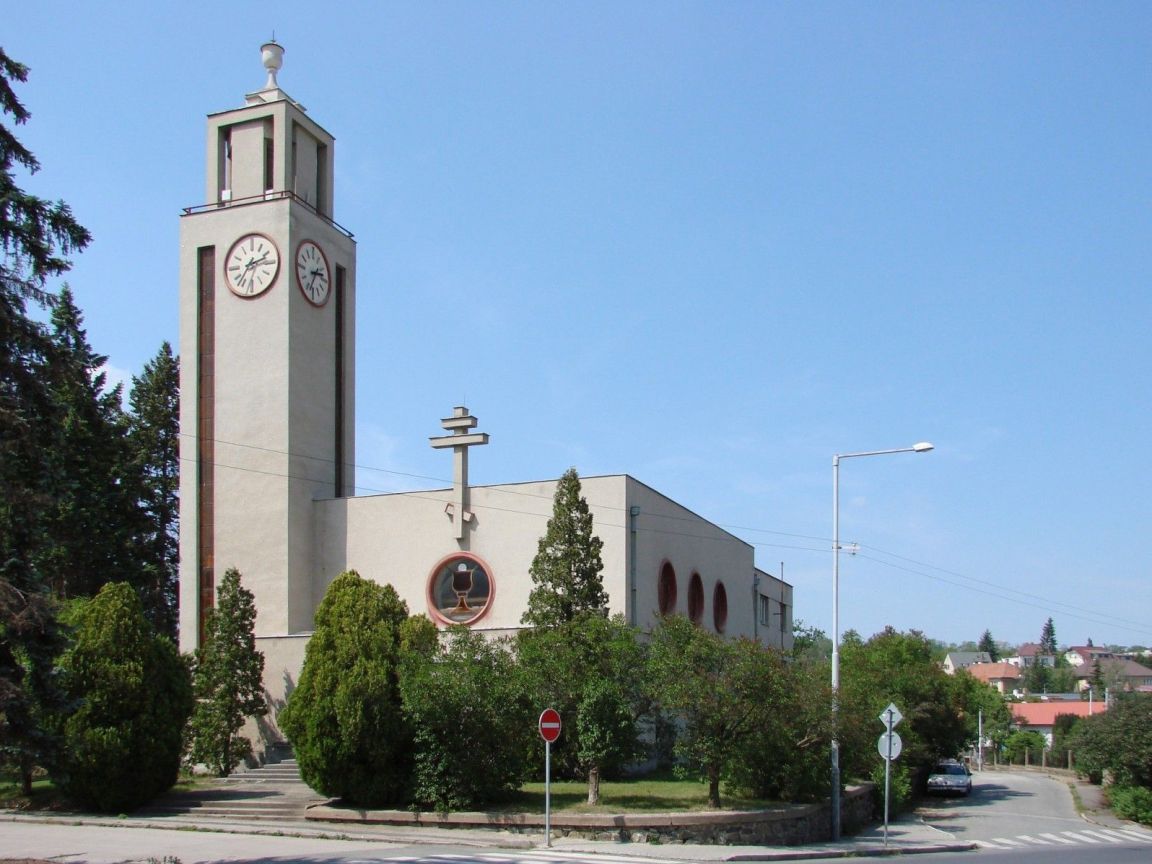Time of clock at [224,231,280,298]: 2:36
